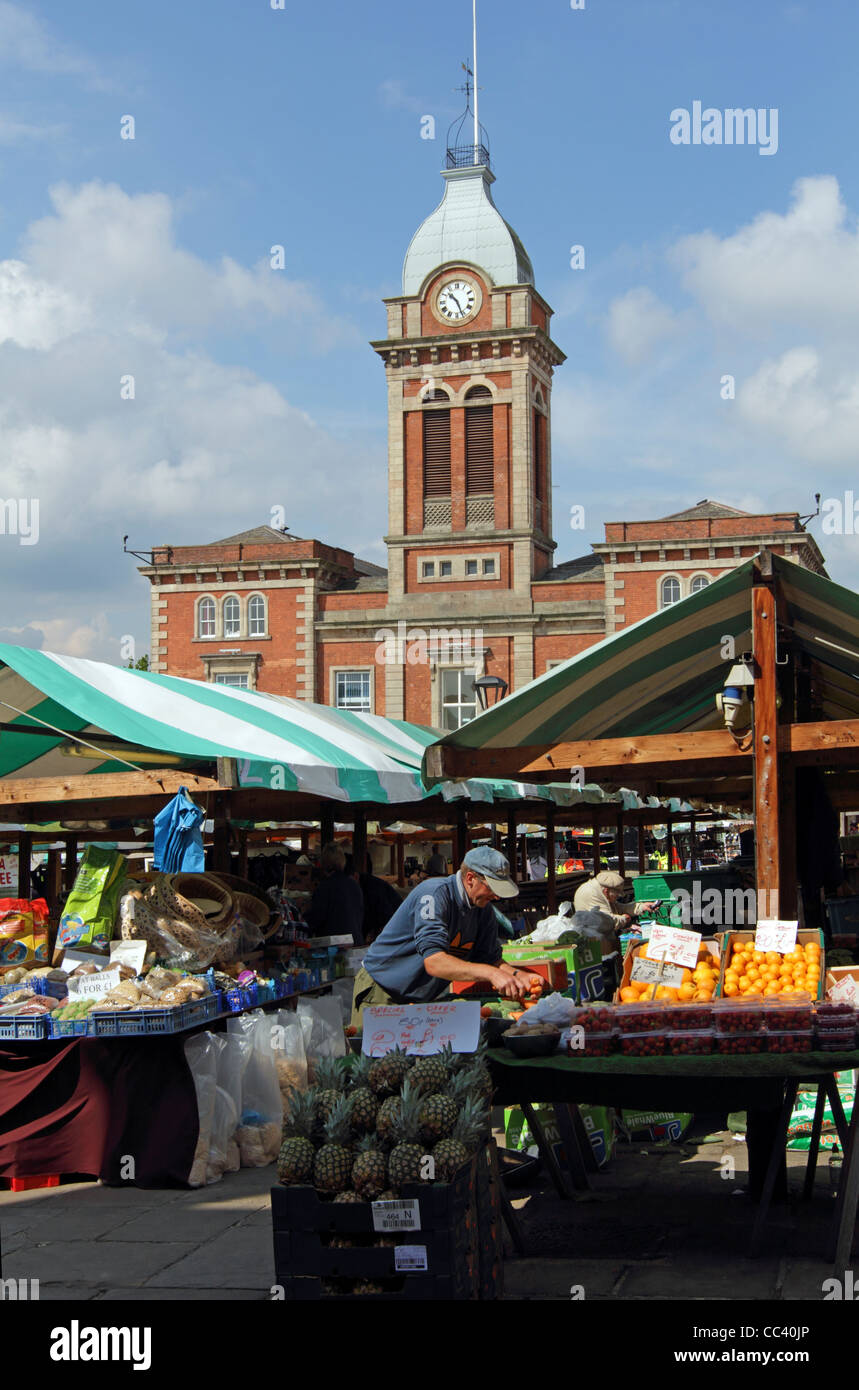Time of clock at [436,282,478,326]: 10:26
